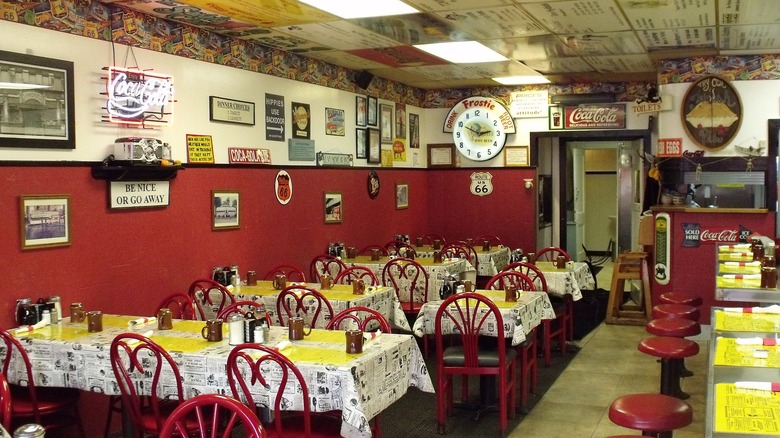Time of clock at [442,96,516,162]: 2:48
